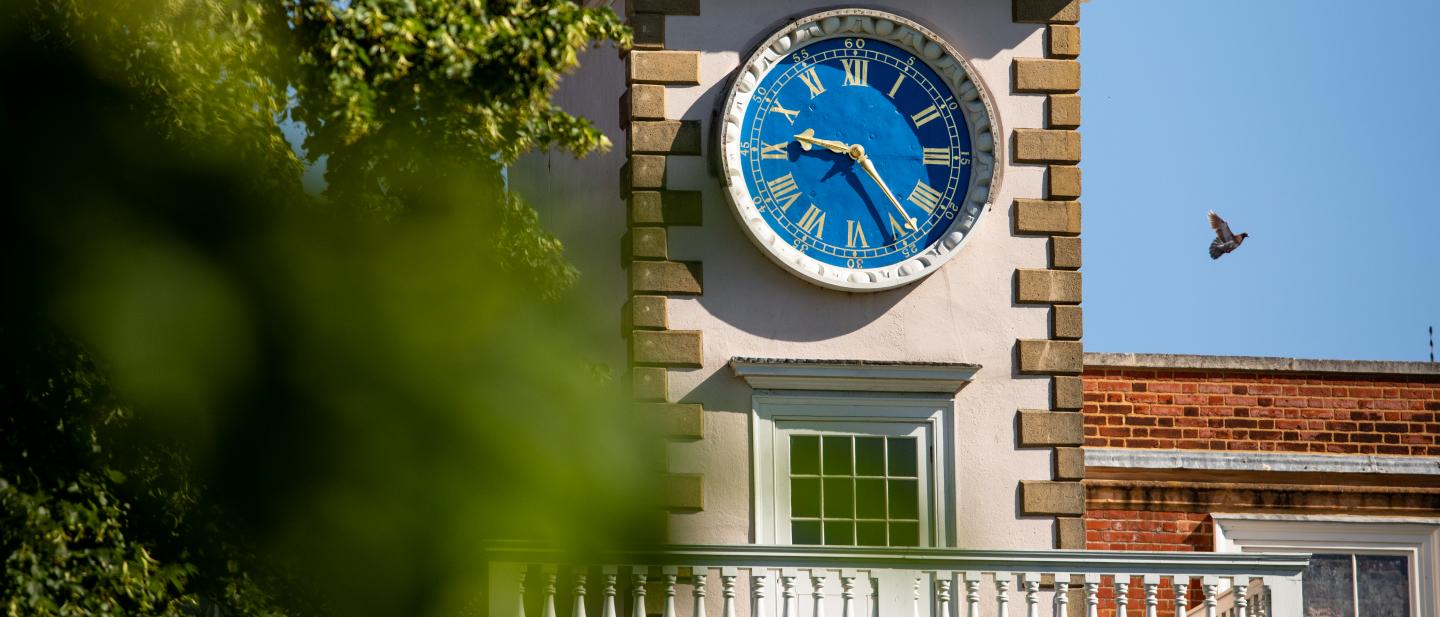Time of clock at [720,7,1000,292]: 9:23
